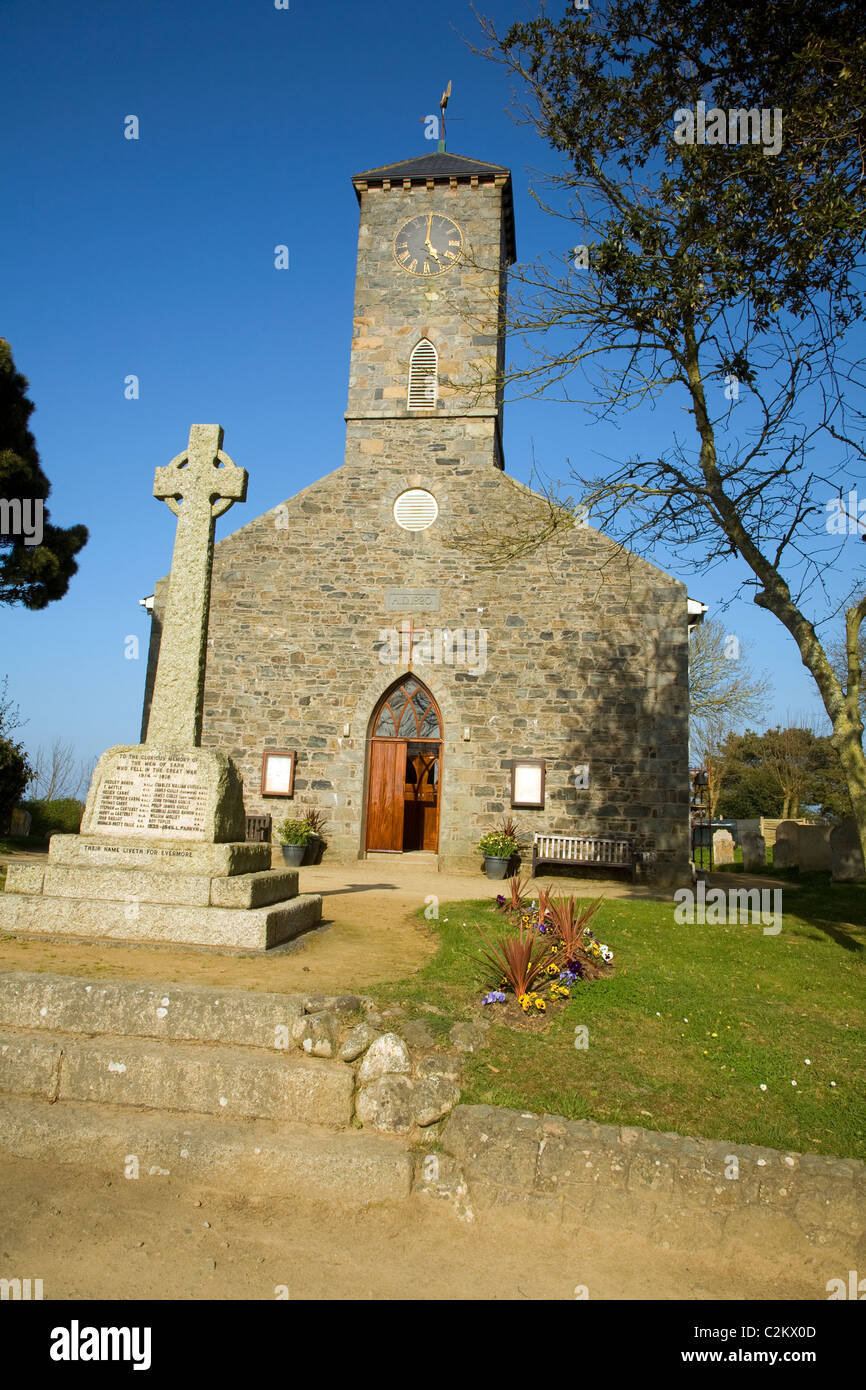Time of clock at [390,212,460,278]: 5:00
